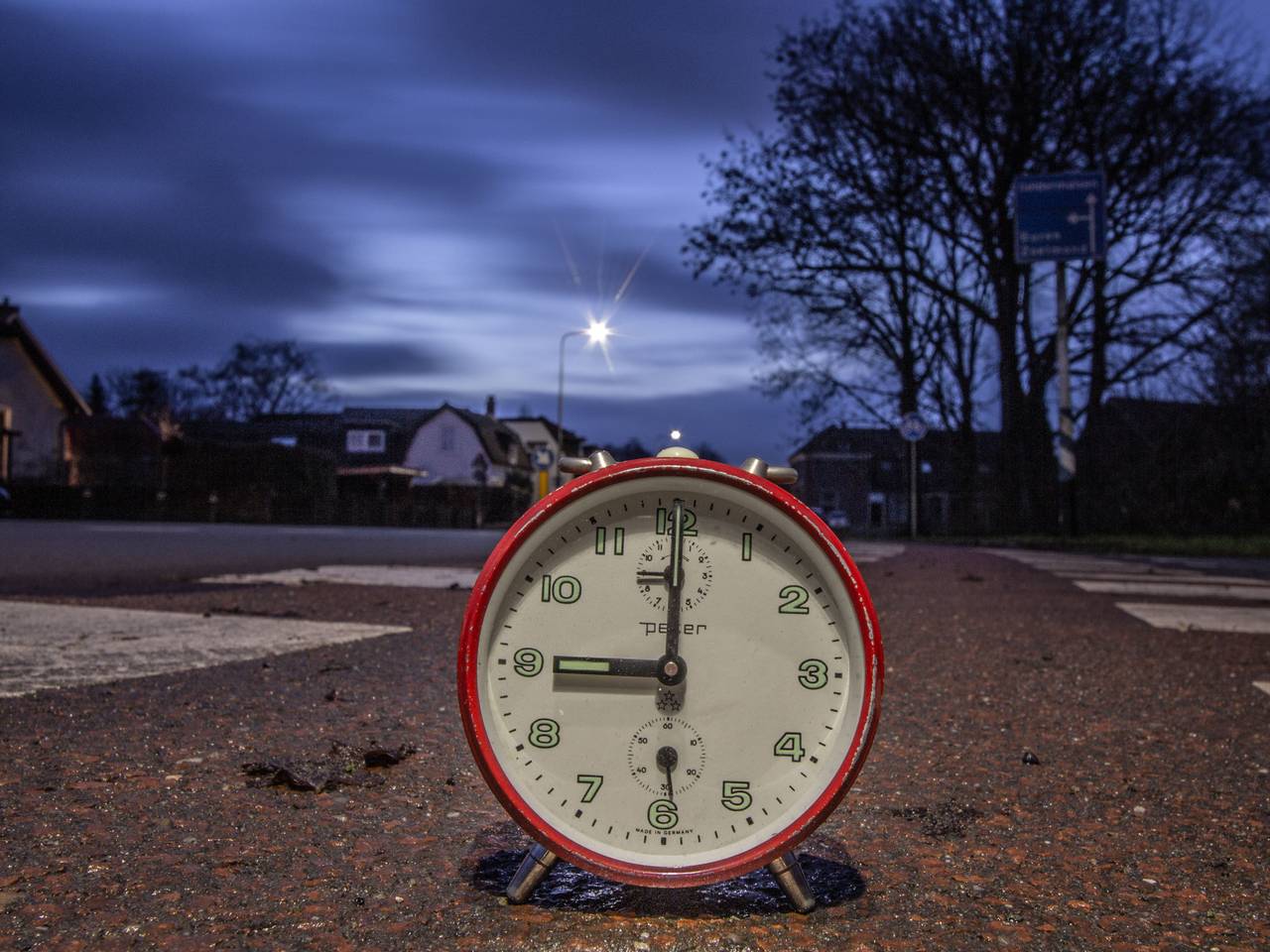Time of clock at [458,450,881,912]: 9:00
